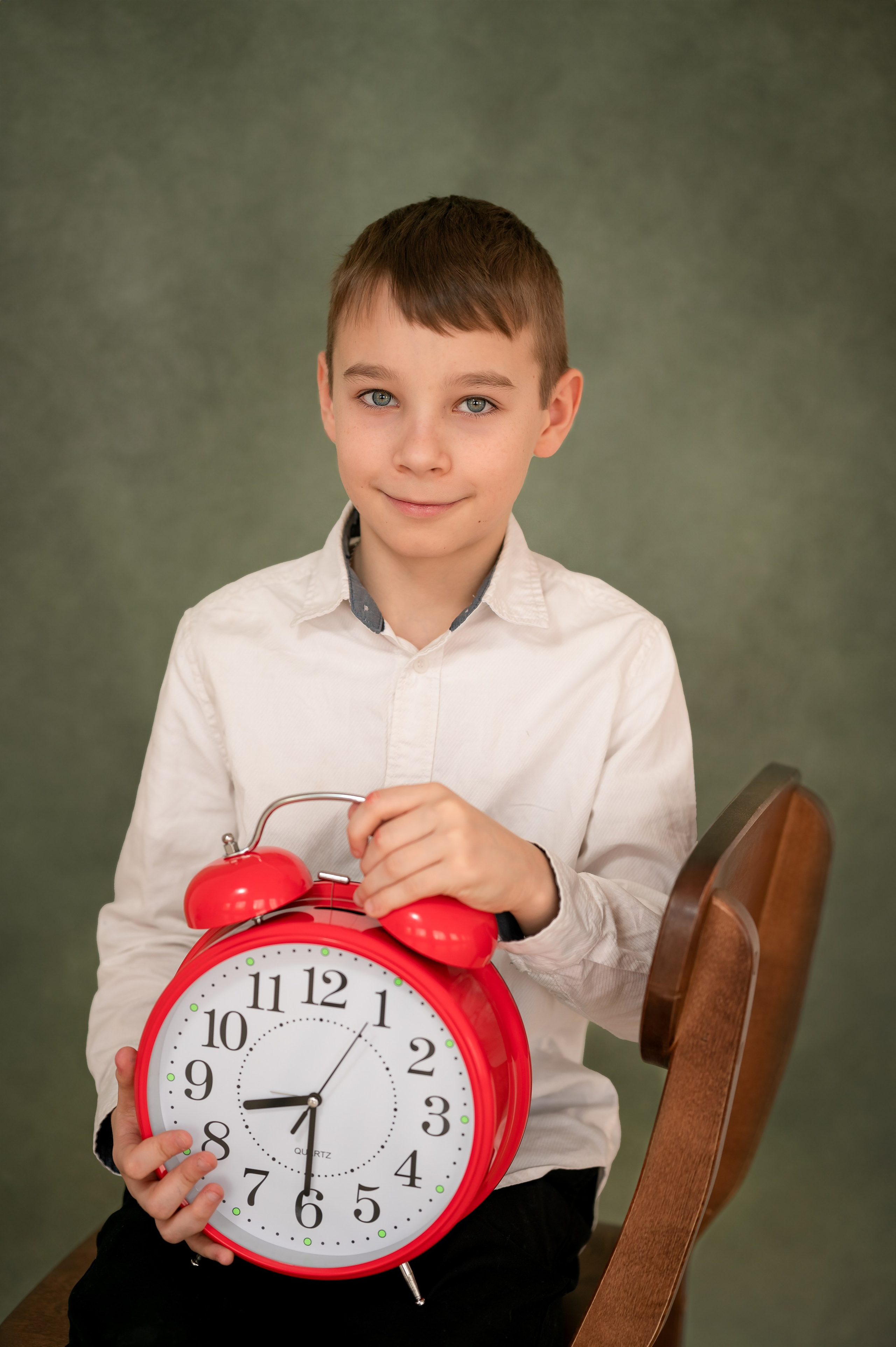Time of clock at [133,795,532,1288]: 8:30
